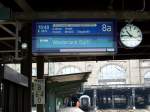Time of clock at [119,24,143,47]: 10:45
